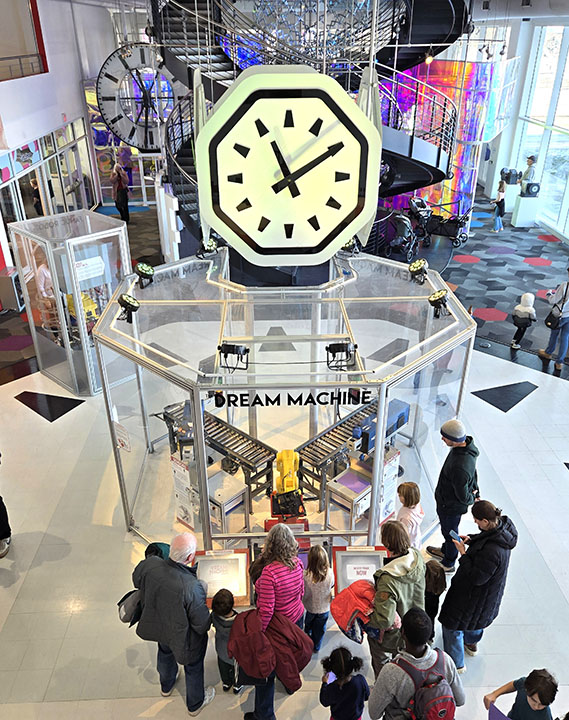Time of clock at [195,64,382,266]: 11:09
